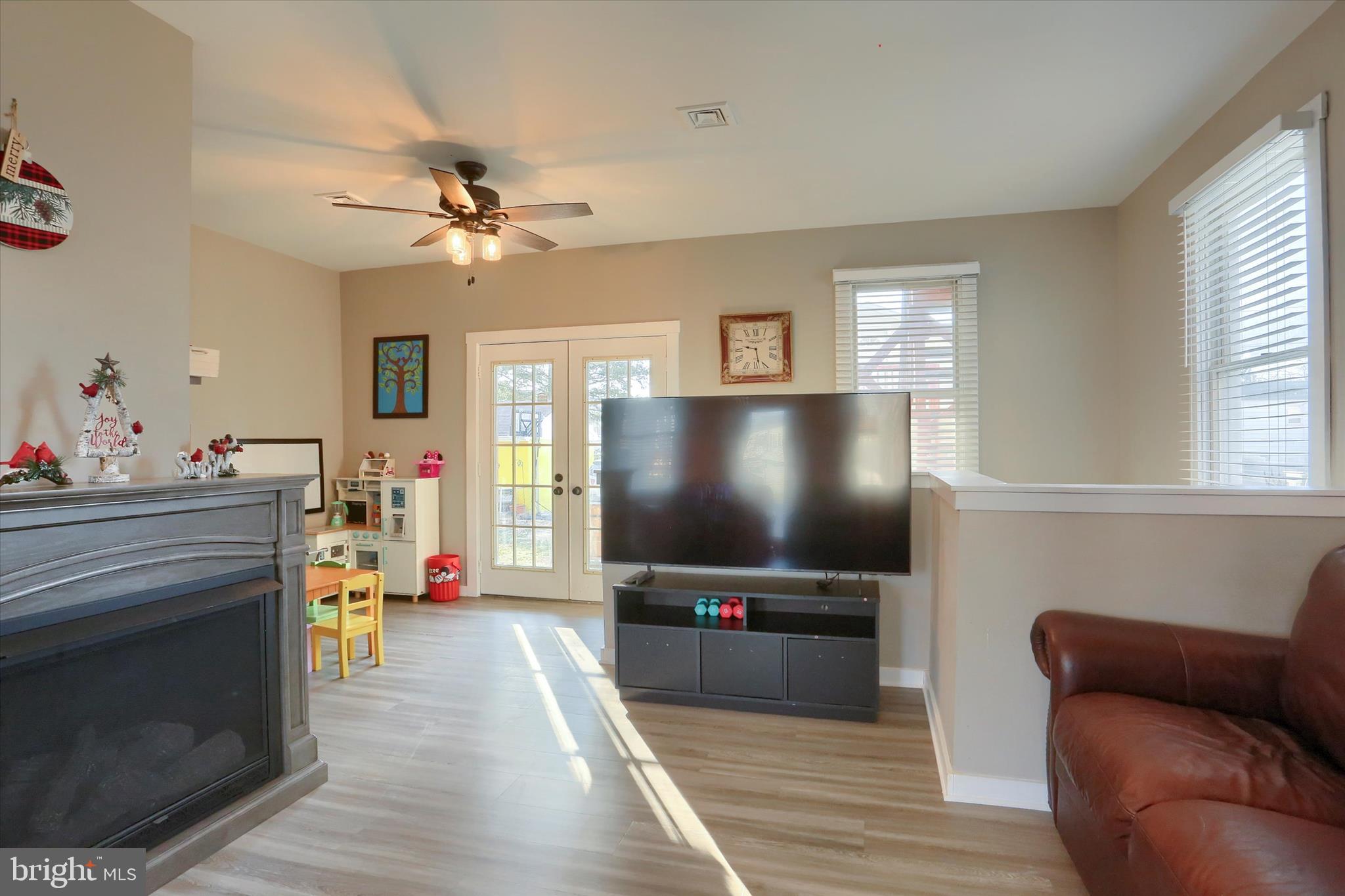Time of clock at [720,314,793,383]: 9:28
